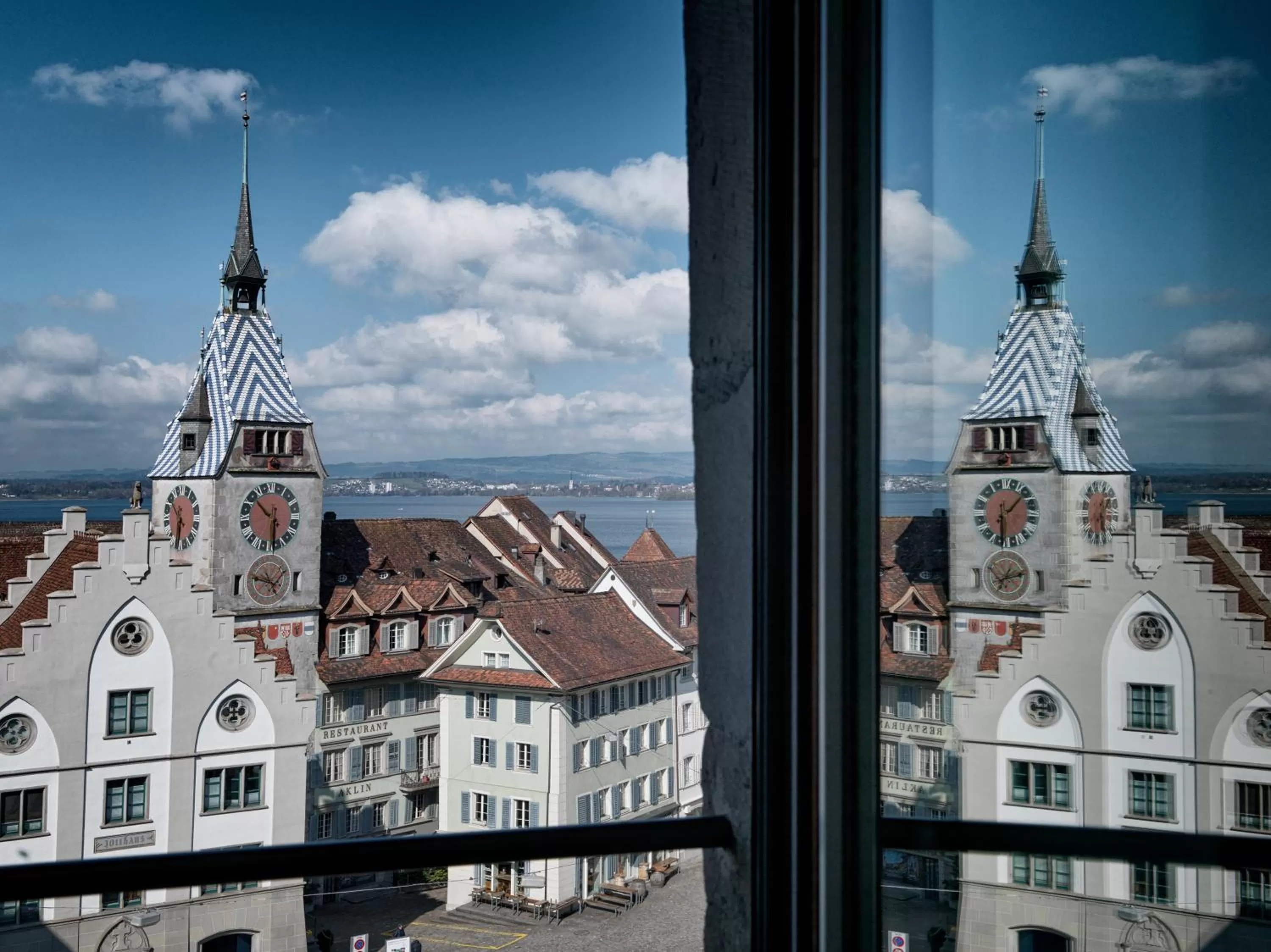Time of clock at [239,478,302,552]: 10:30
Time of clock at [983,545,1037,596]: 1:13
